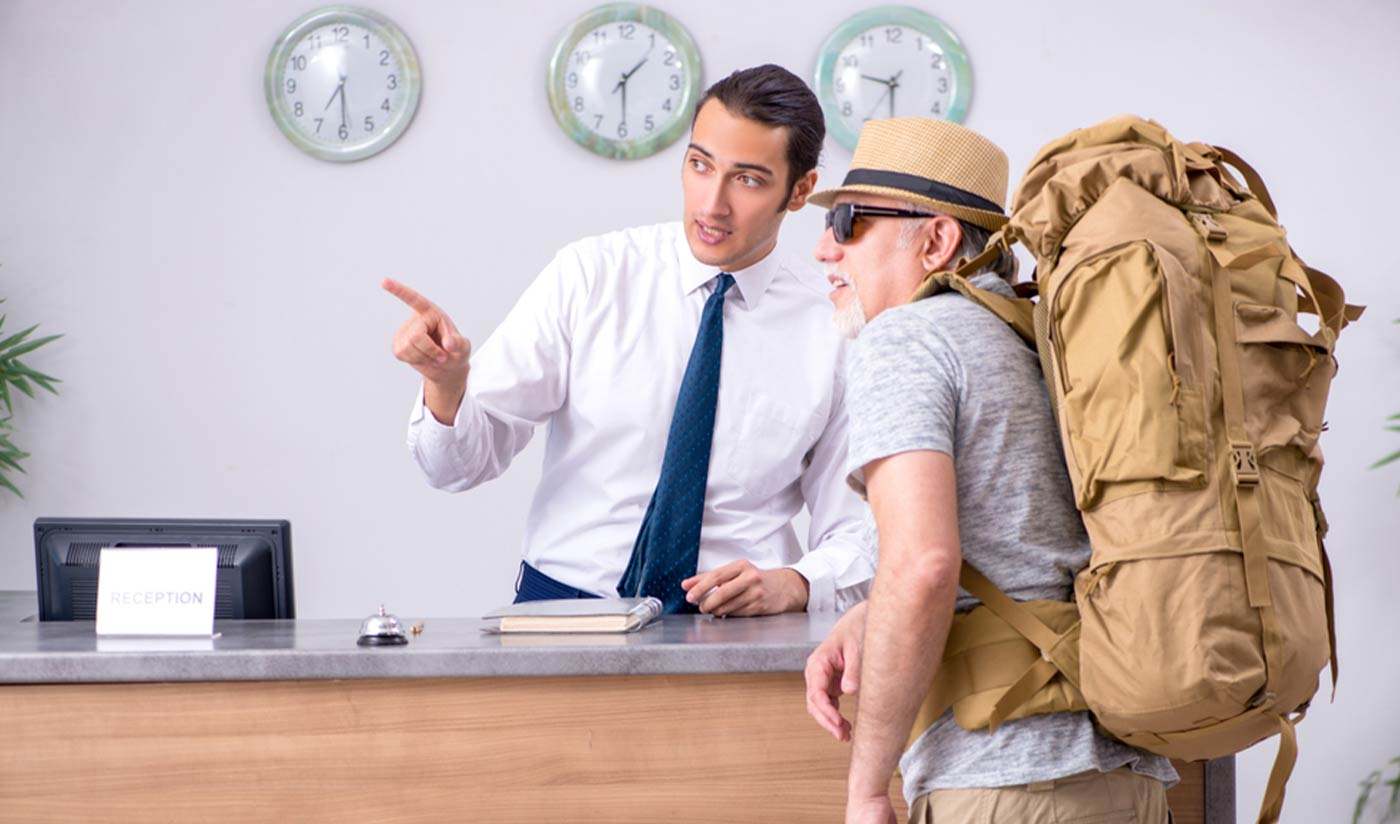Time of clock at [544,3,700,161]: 1:29
